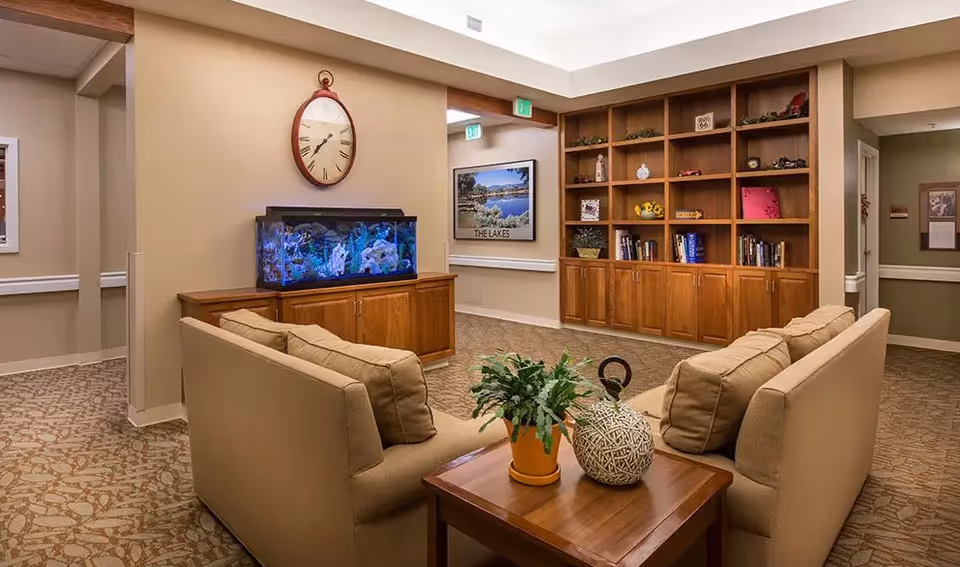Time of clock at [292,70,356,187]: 7:36
